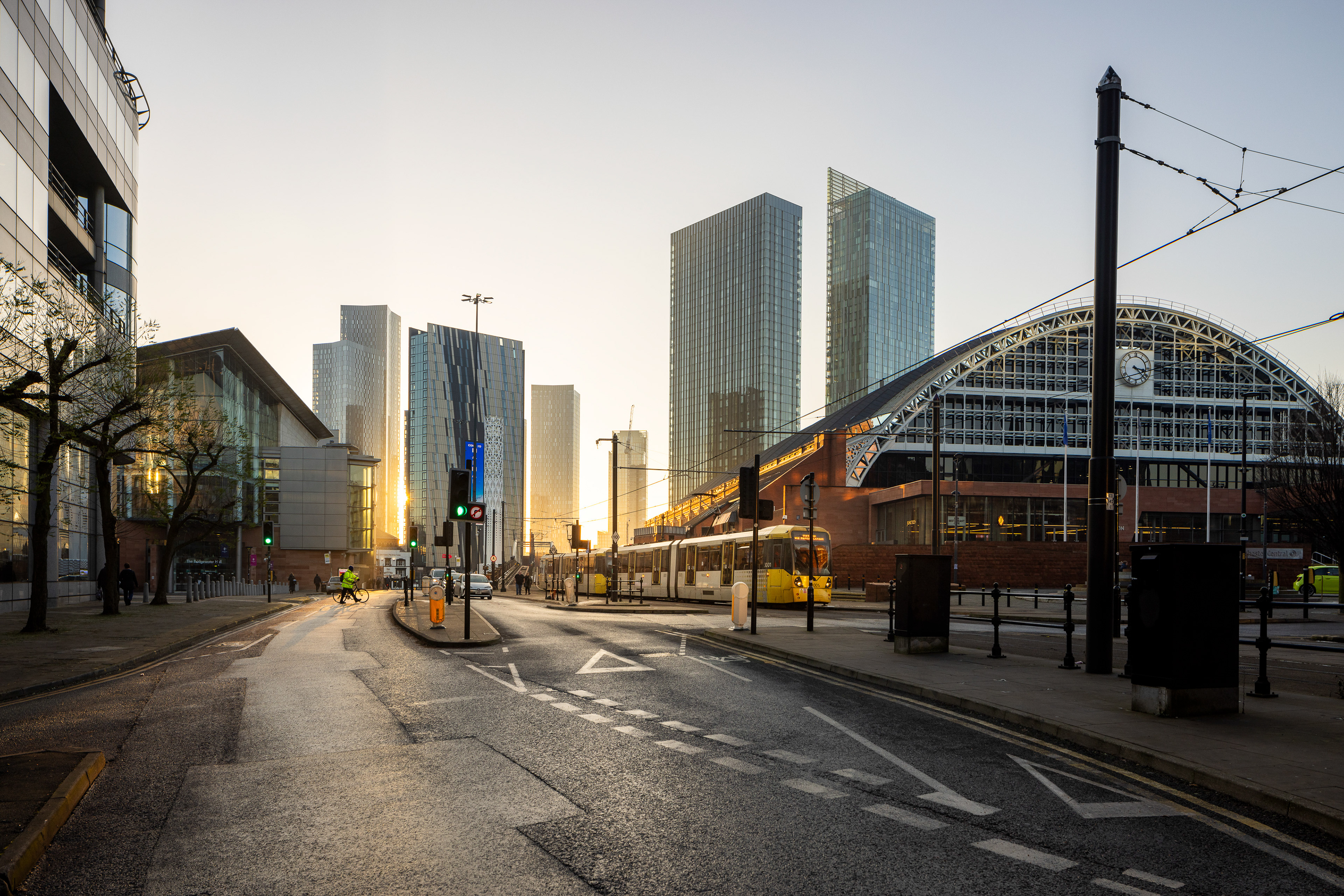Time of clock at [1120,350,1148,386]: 3:22
